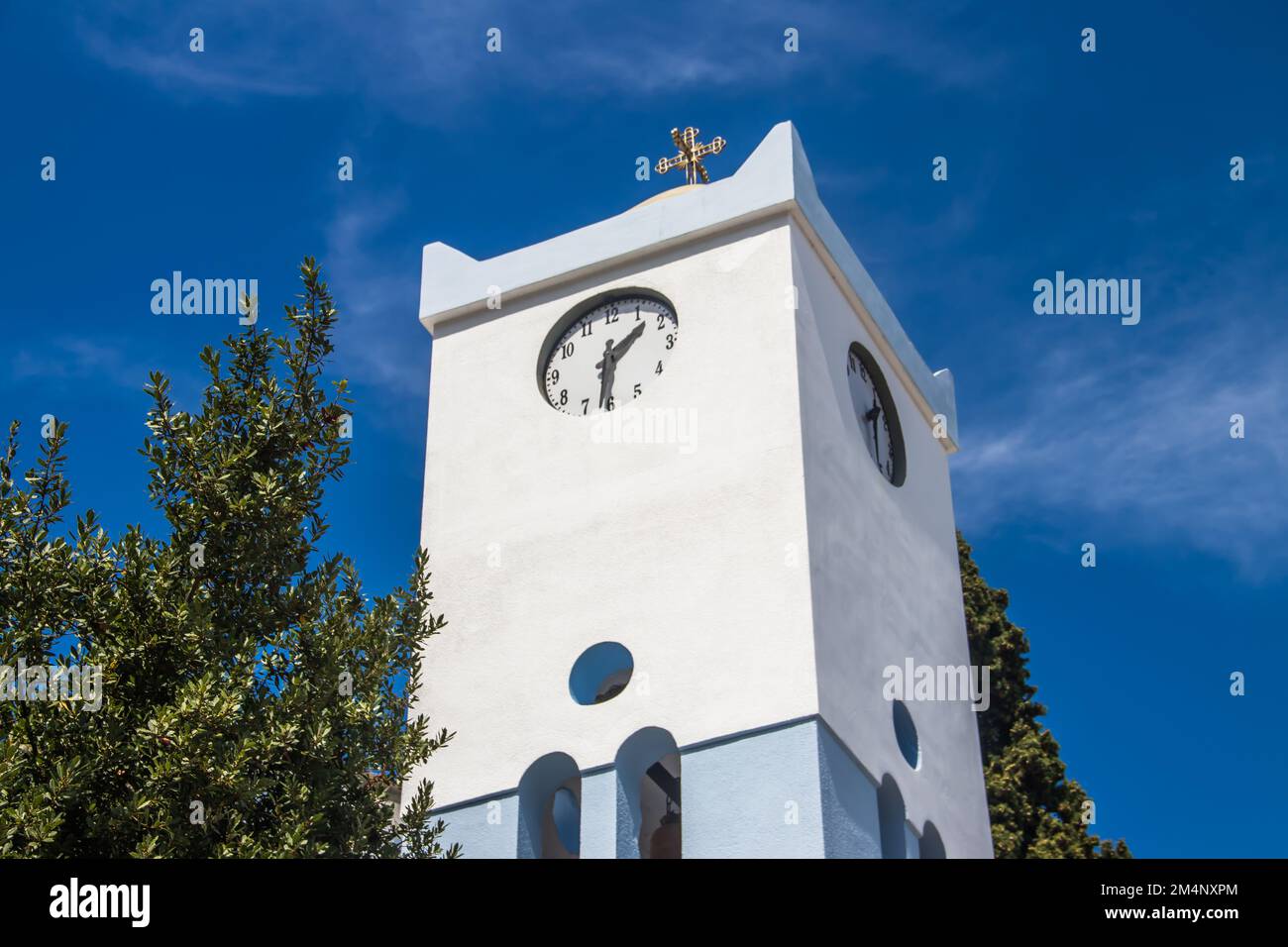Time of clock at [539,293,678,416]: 1:31
